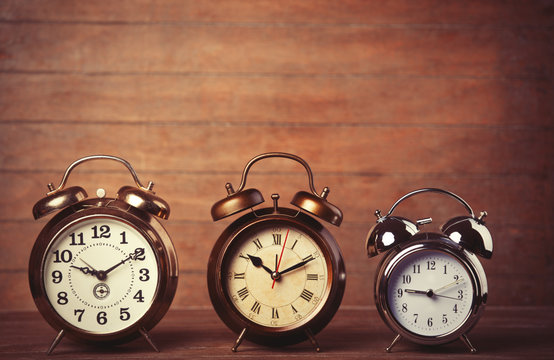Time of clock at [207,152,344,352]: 10:10
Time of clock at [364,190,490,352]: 9:12
